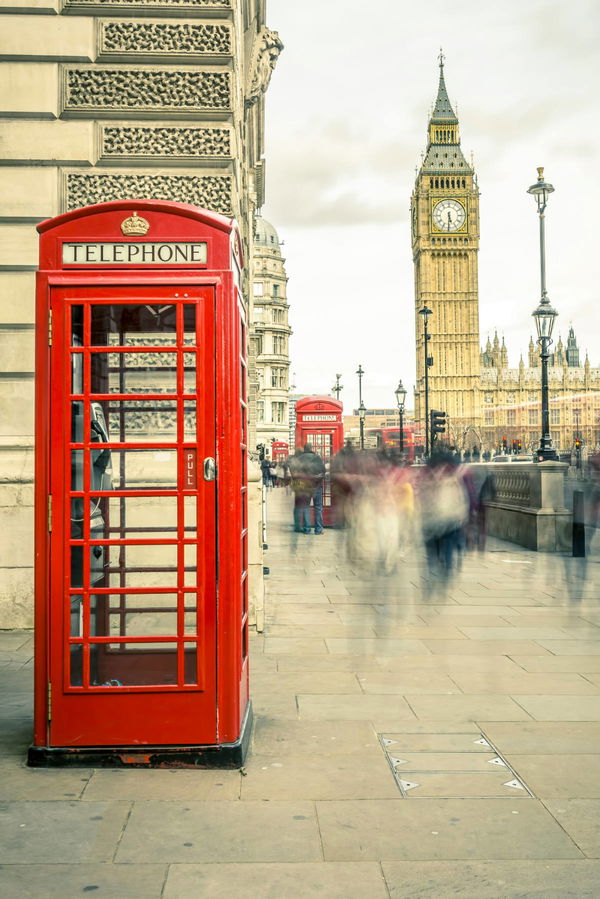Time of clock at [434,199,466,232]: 5:30
